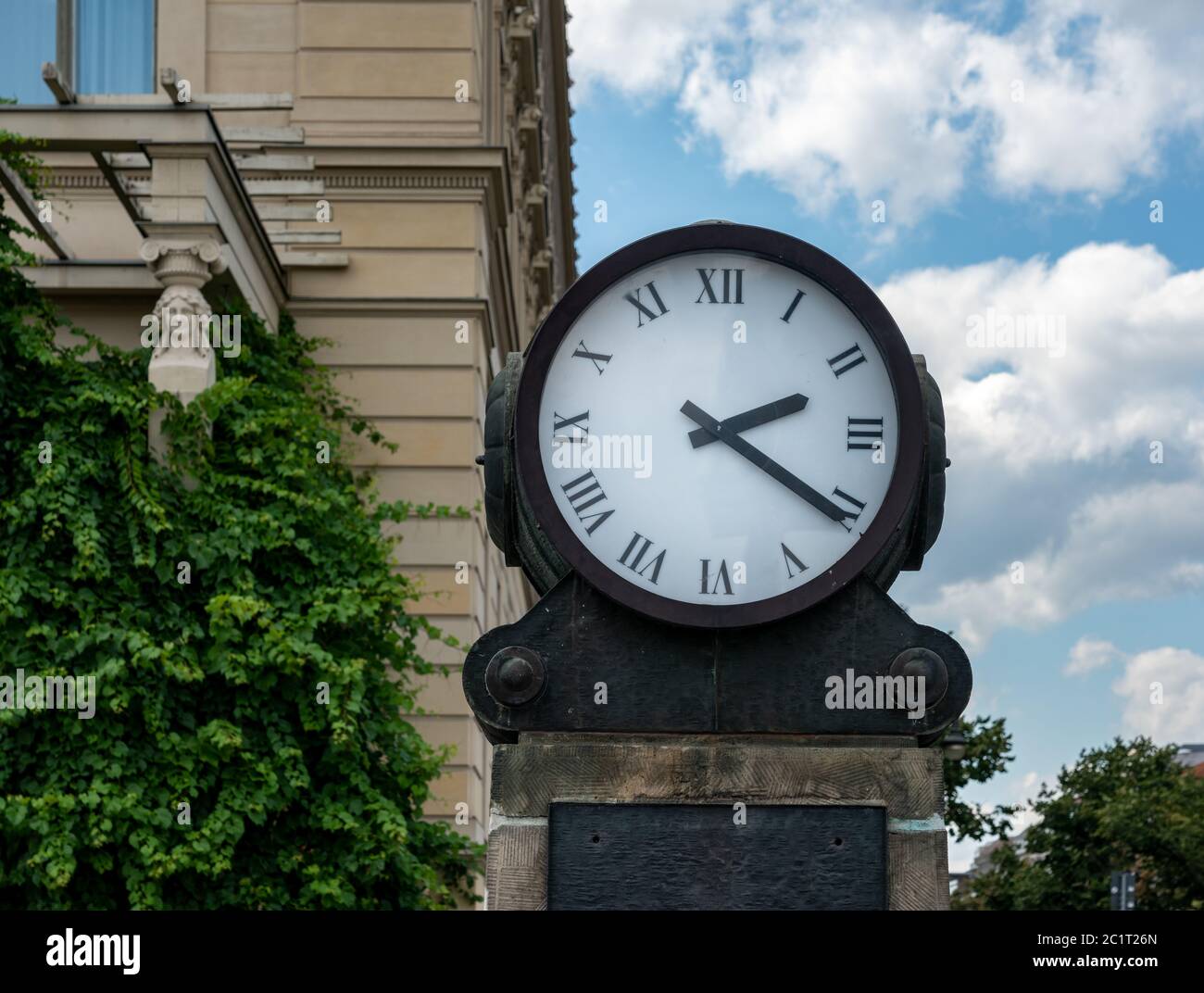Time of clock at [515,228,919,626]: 2:20
